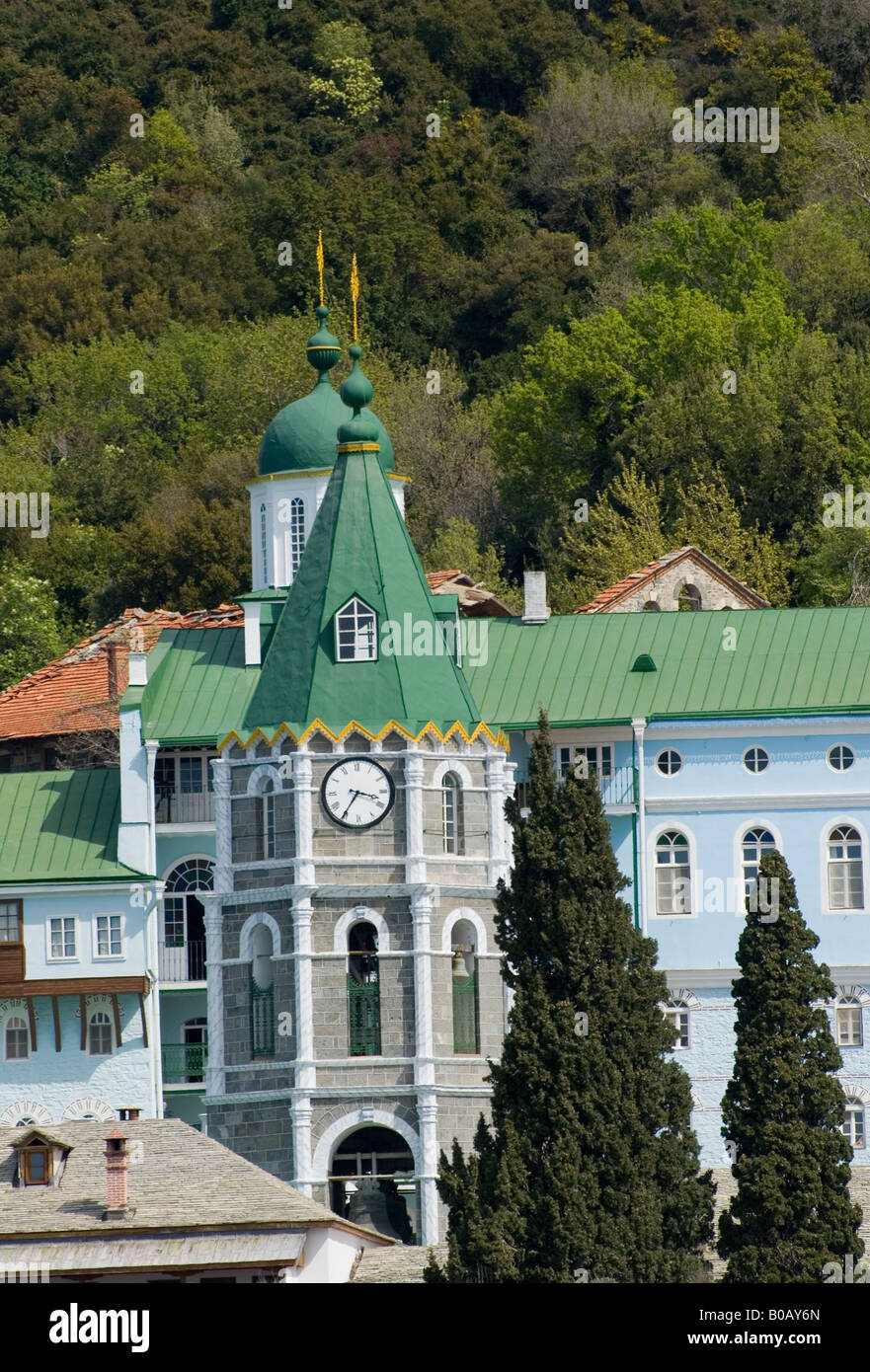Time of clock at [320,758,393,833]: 3:35
